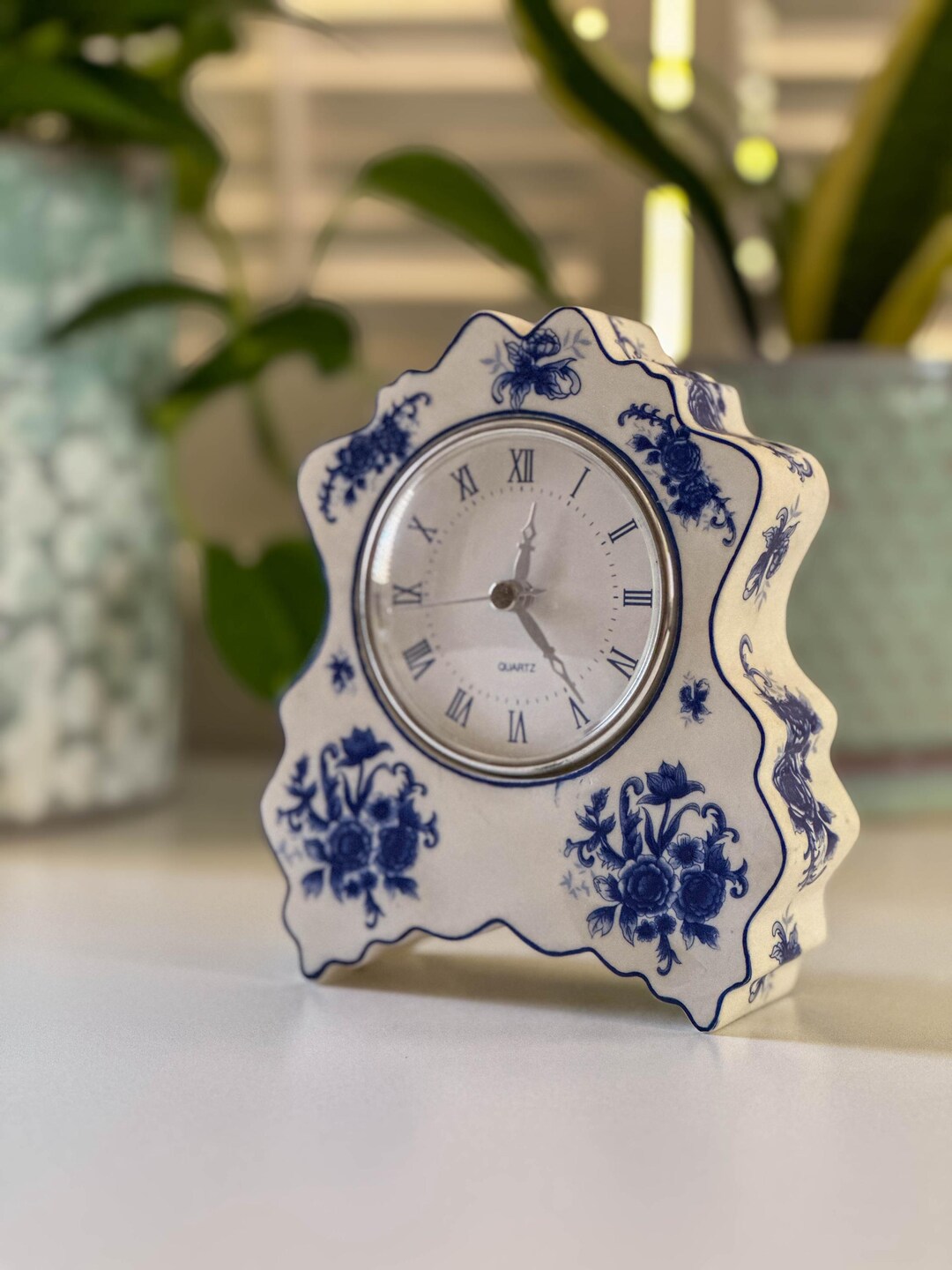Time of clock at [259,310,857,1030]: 12:24
